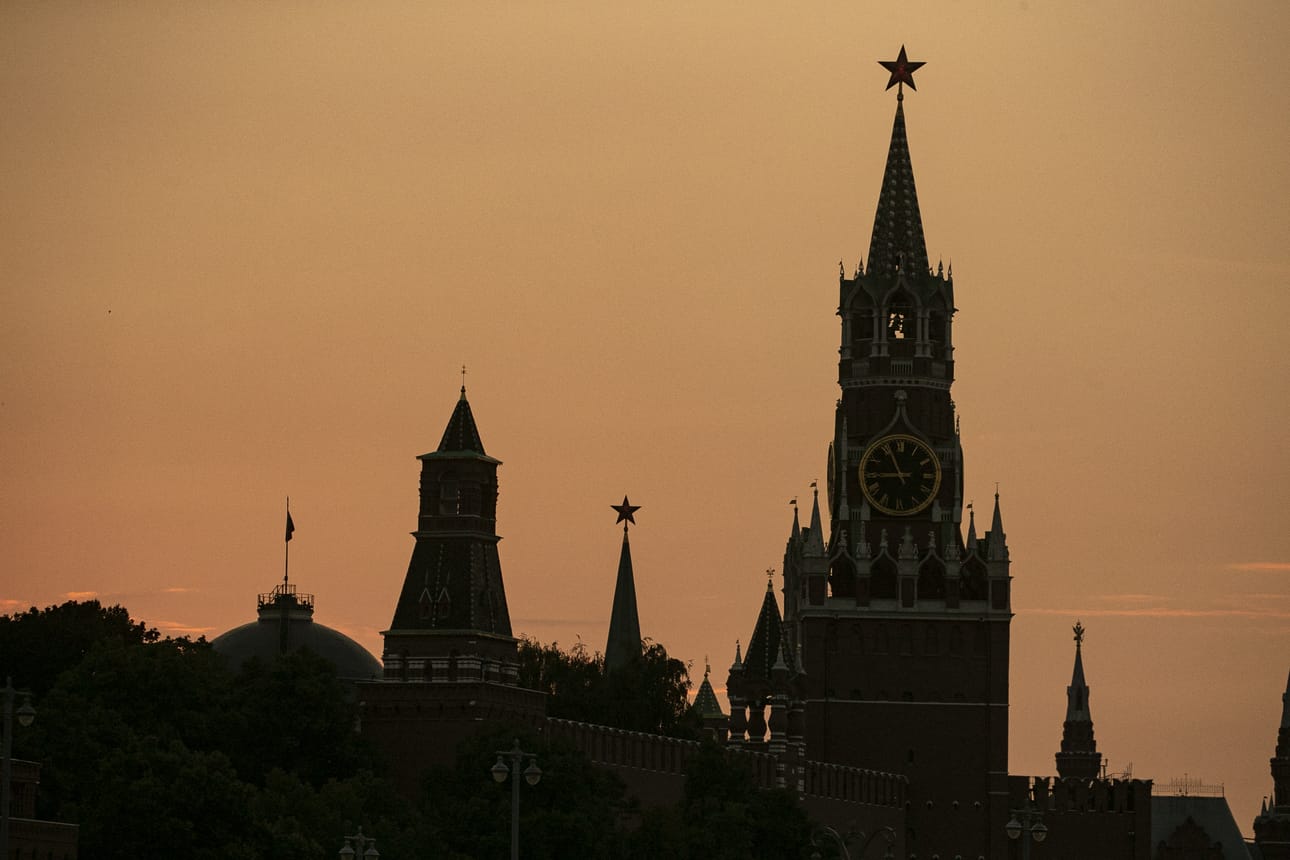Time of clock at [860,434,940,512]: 8:56
